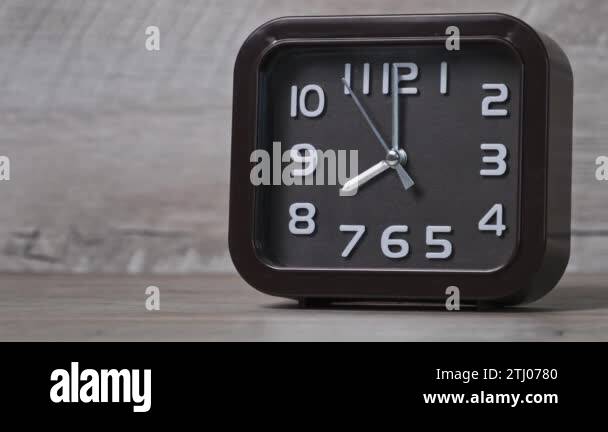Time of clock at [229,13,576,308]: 8:00
